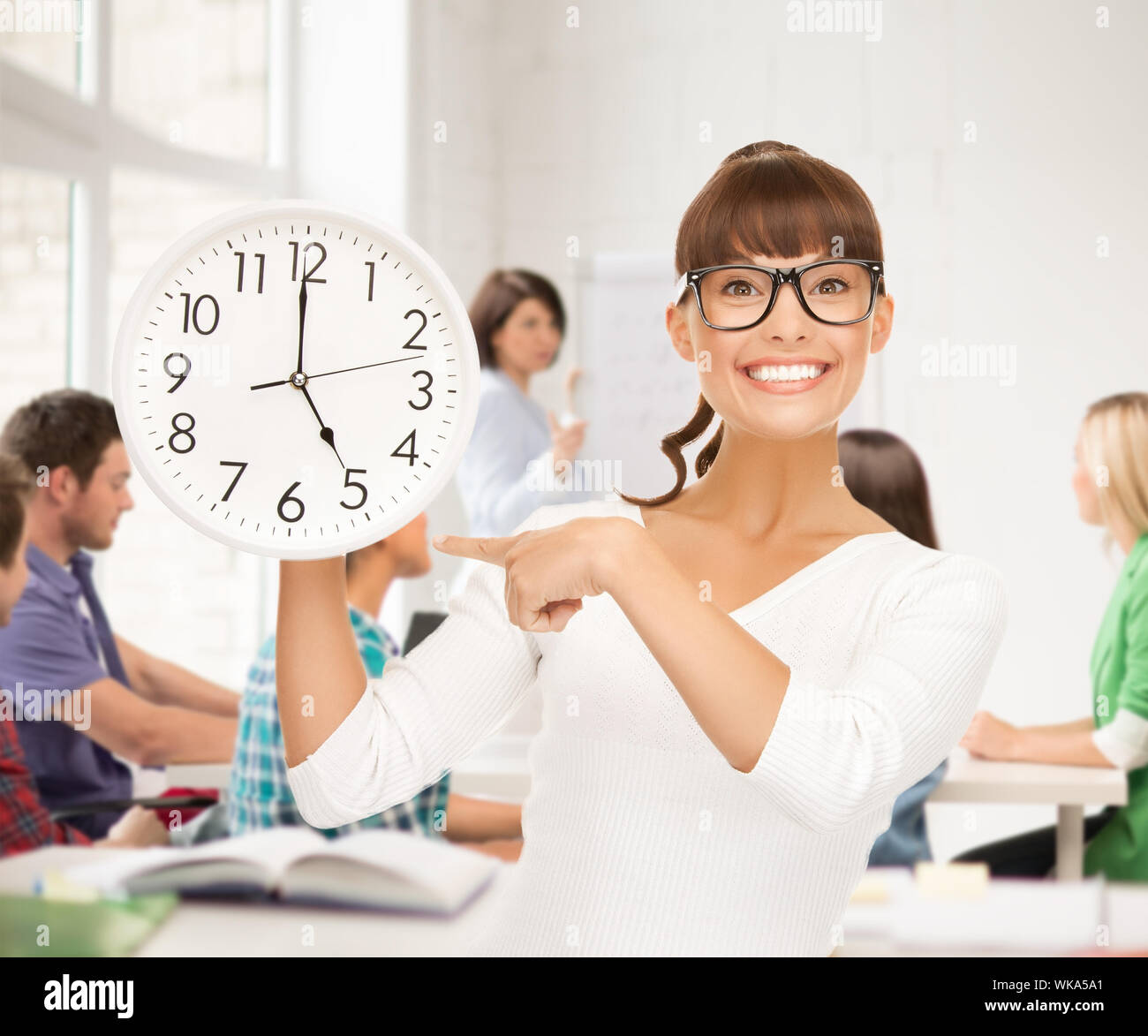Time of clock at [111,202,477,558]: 4:59
